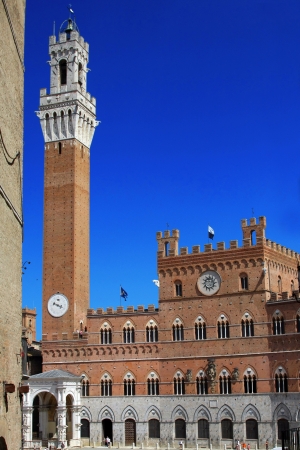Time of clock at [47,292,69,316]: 3:48
